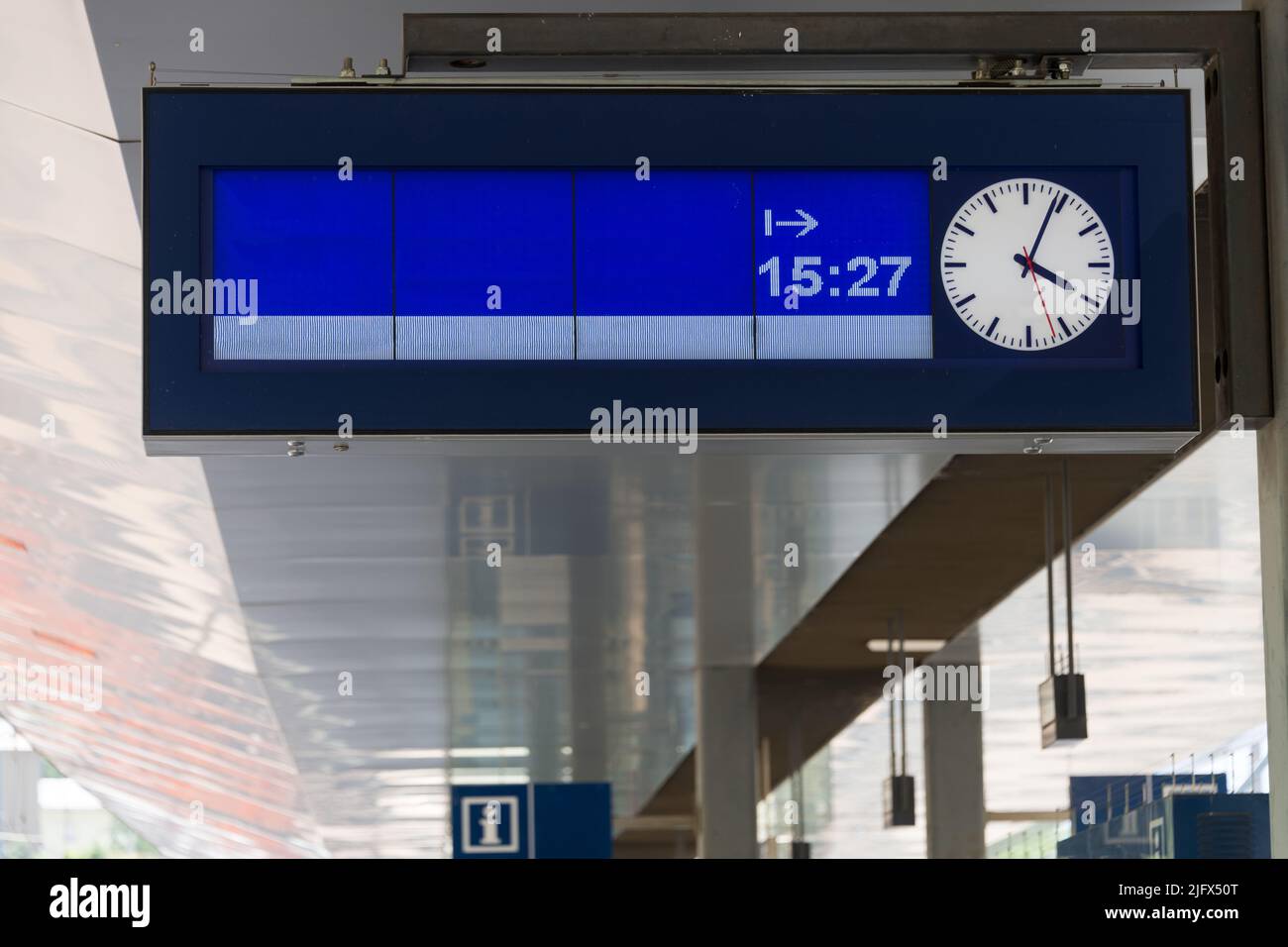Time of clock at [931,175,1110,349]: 4:04
